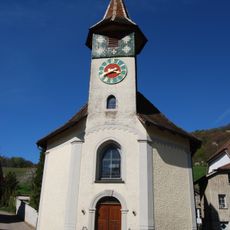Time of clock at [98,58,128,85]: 2:40
